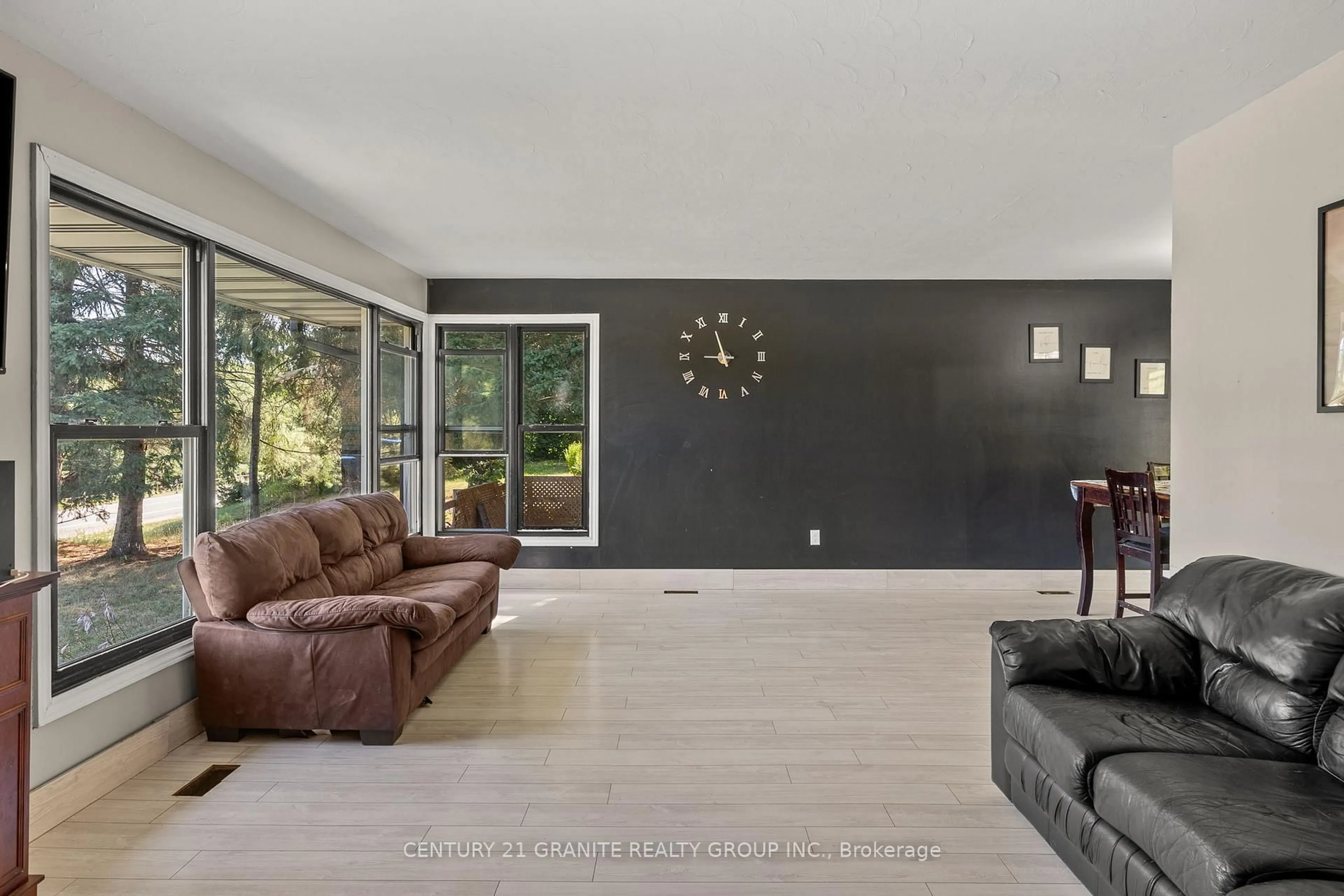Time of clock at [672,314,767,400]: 8:57
